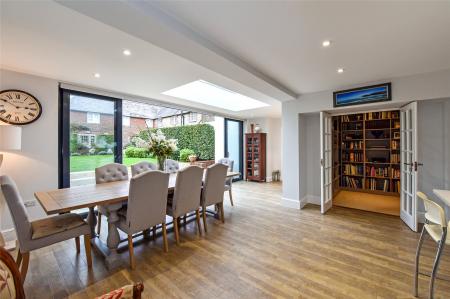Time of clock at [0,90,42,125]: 2:50
